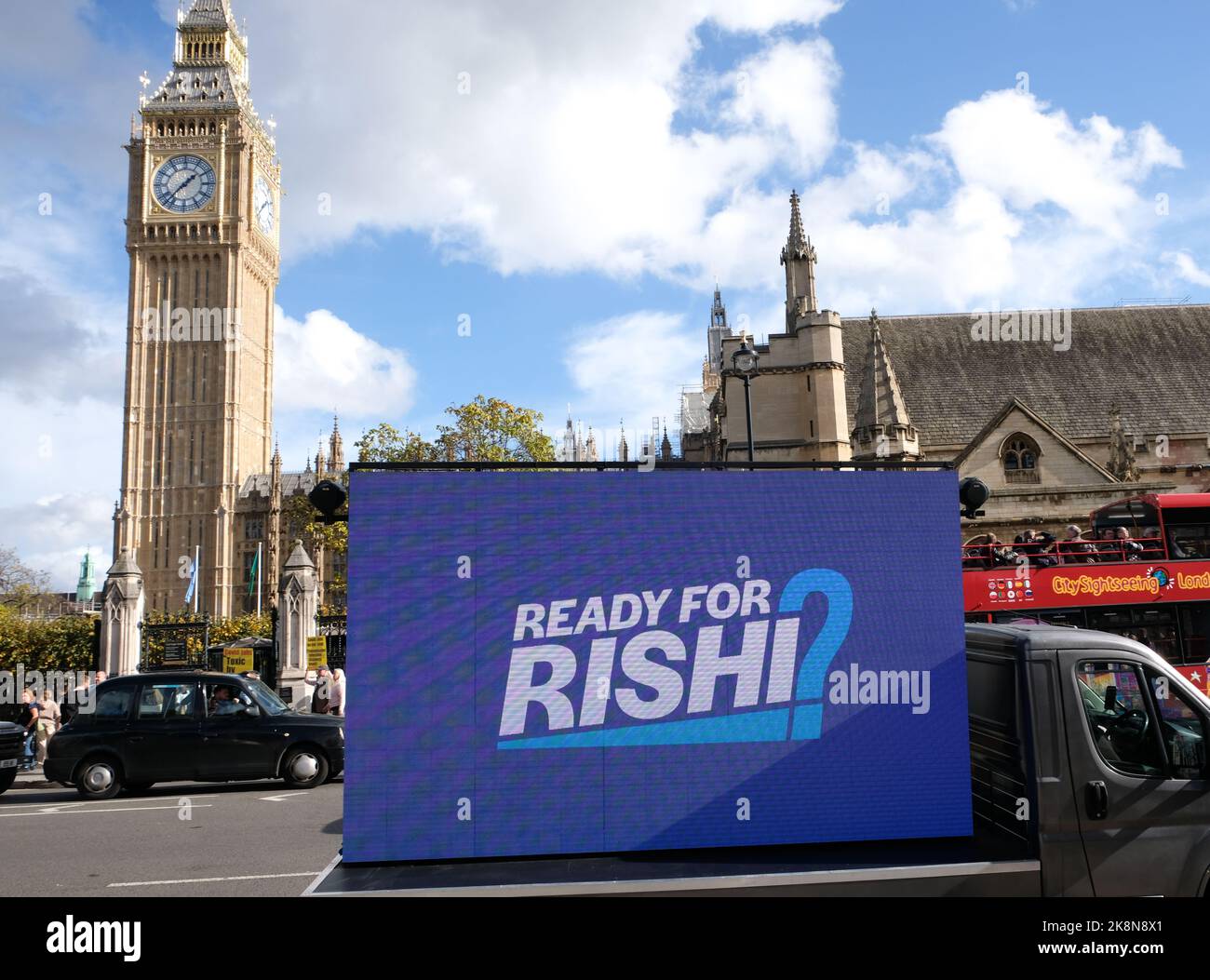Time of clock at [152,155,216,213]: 1:37
